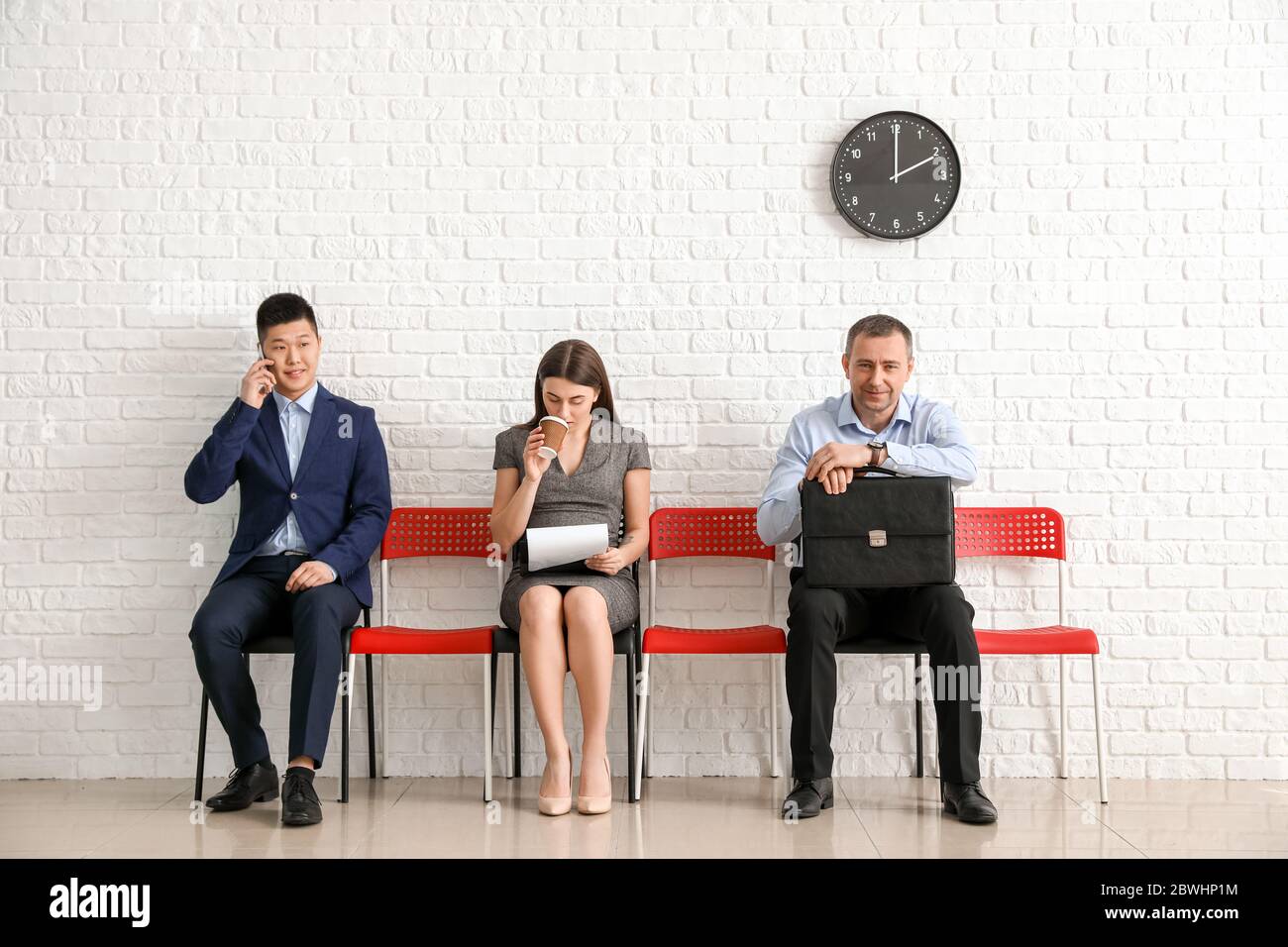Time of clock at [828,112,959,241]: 2:00
